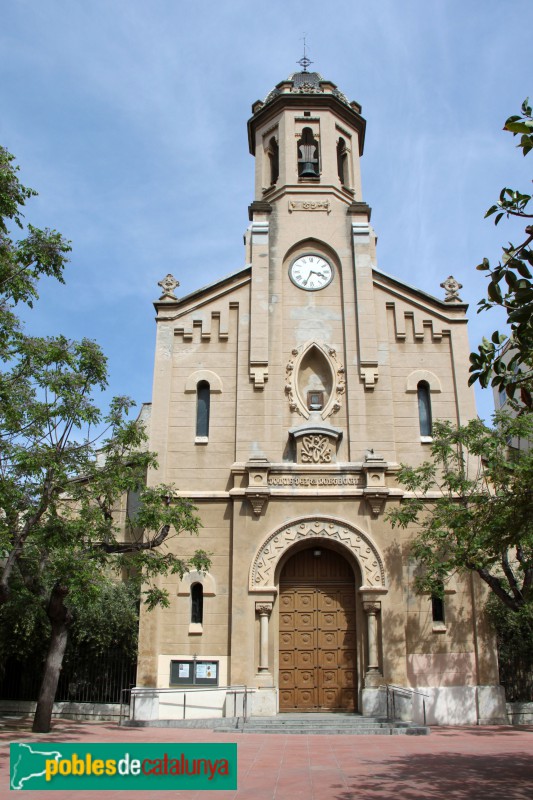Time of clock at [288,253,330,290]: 3:34
